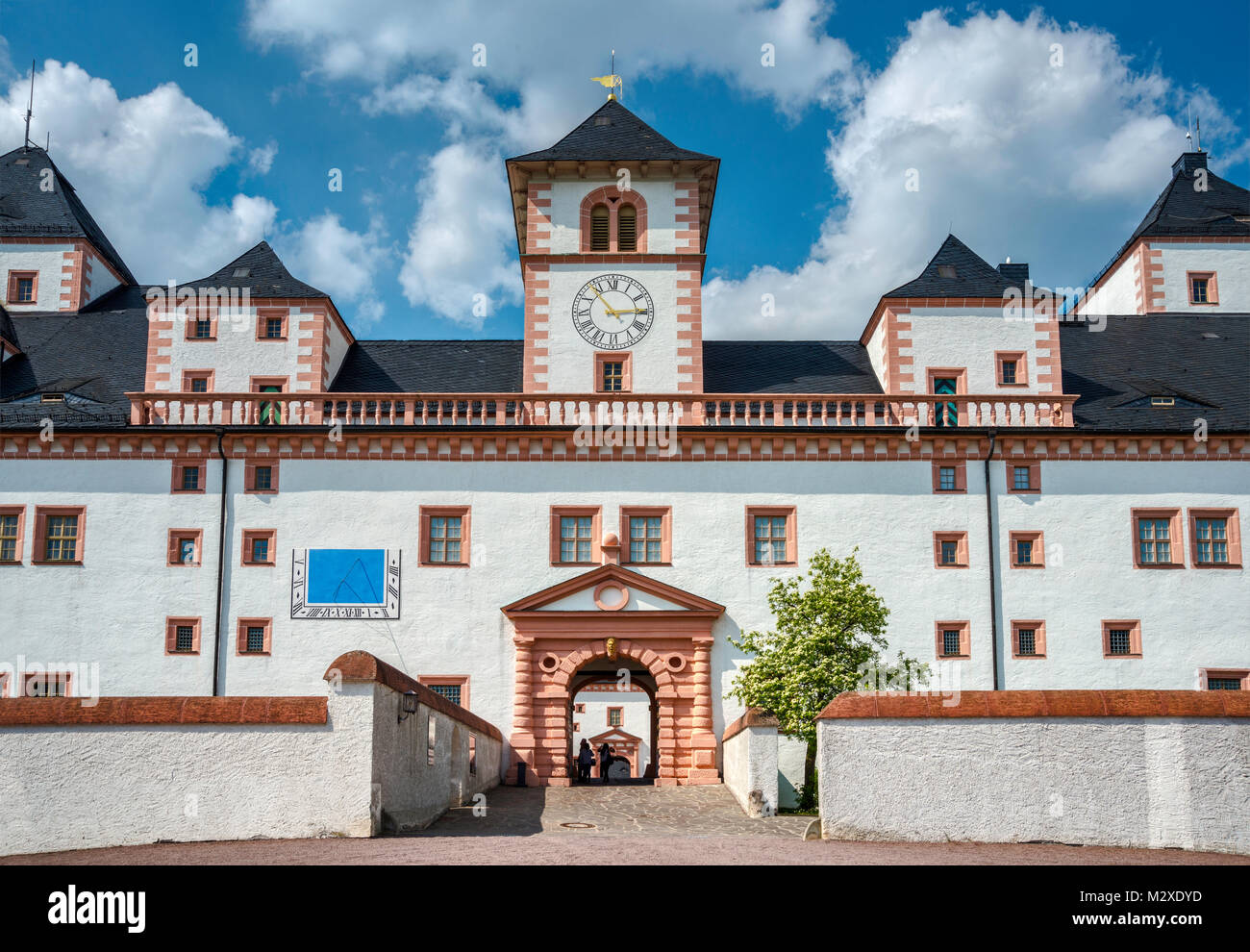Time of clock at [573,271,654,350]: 2:53
